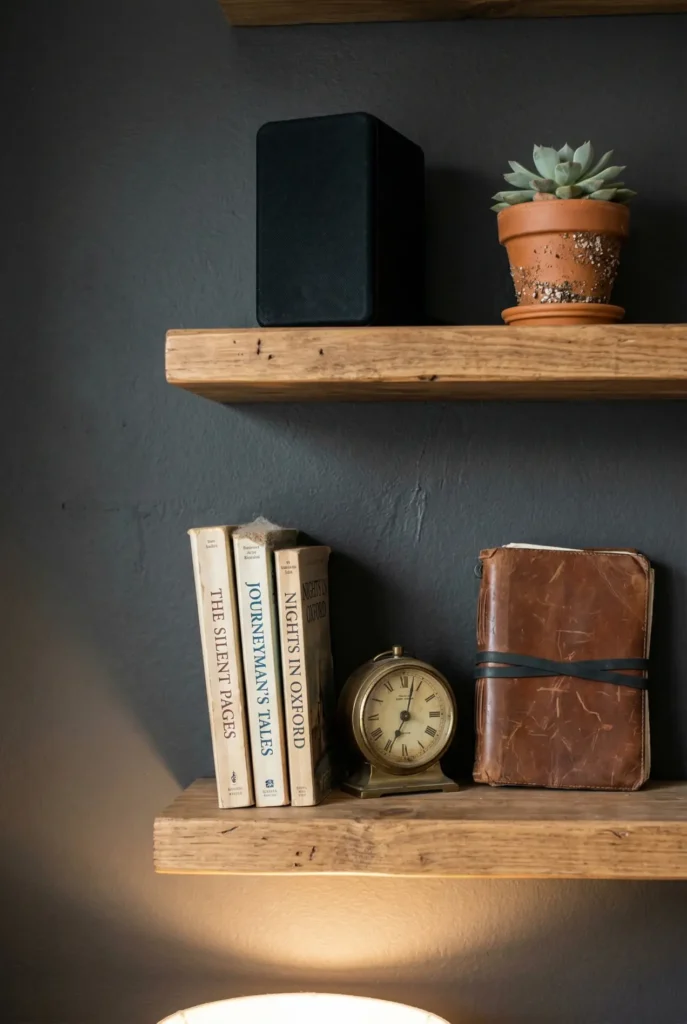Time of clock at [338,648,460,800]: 7:02
